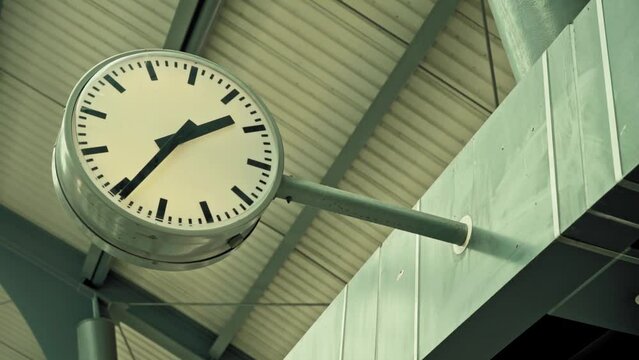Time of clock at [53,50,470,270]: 2:39
